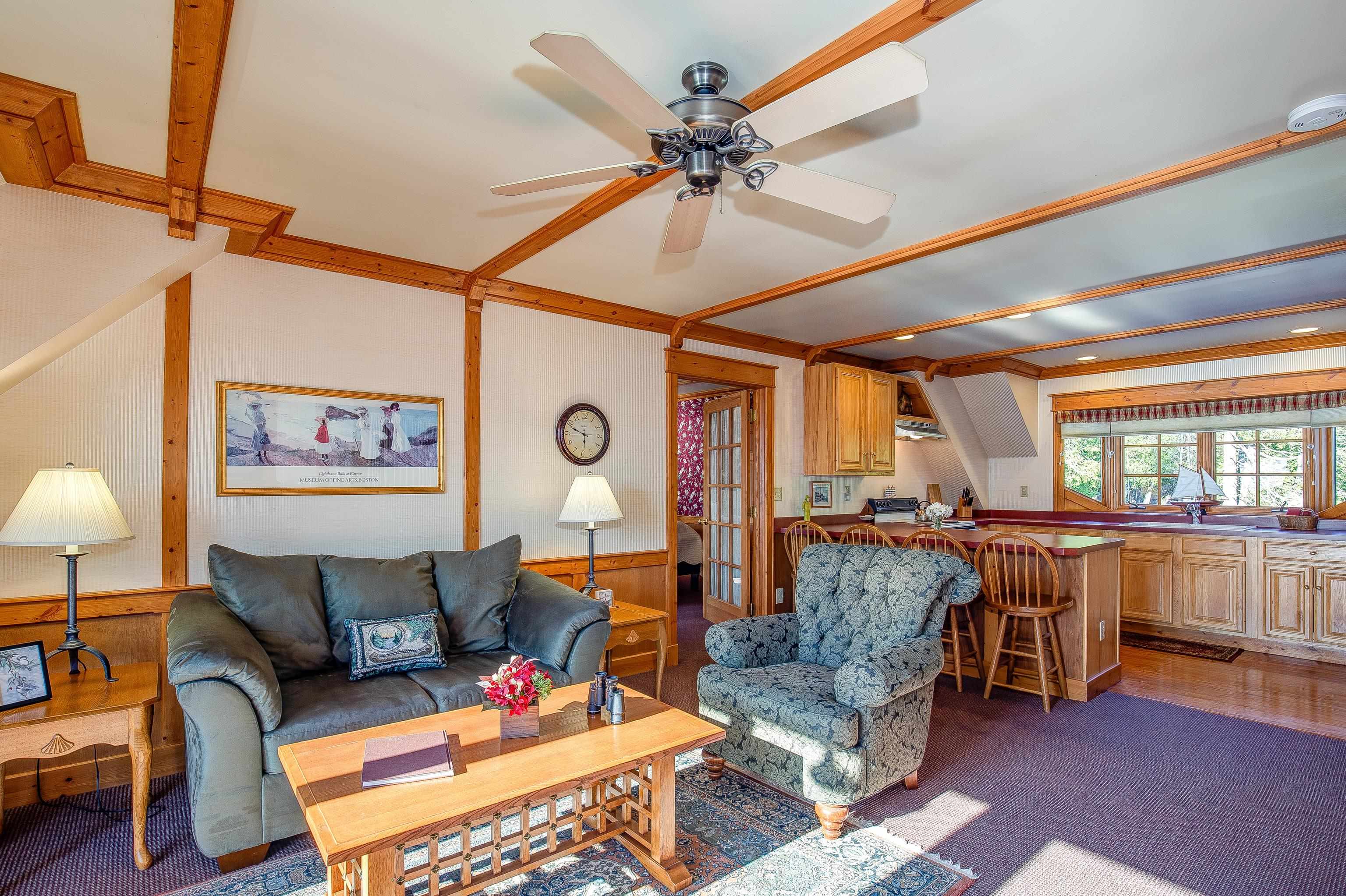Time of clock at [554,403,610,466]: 5:48
